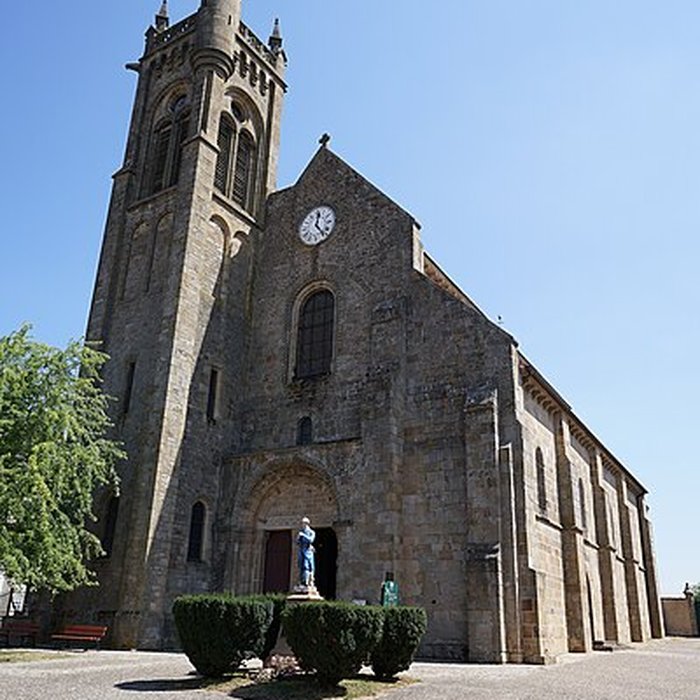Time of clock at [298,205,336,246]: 12:23
